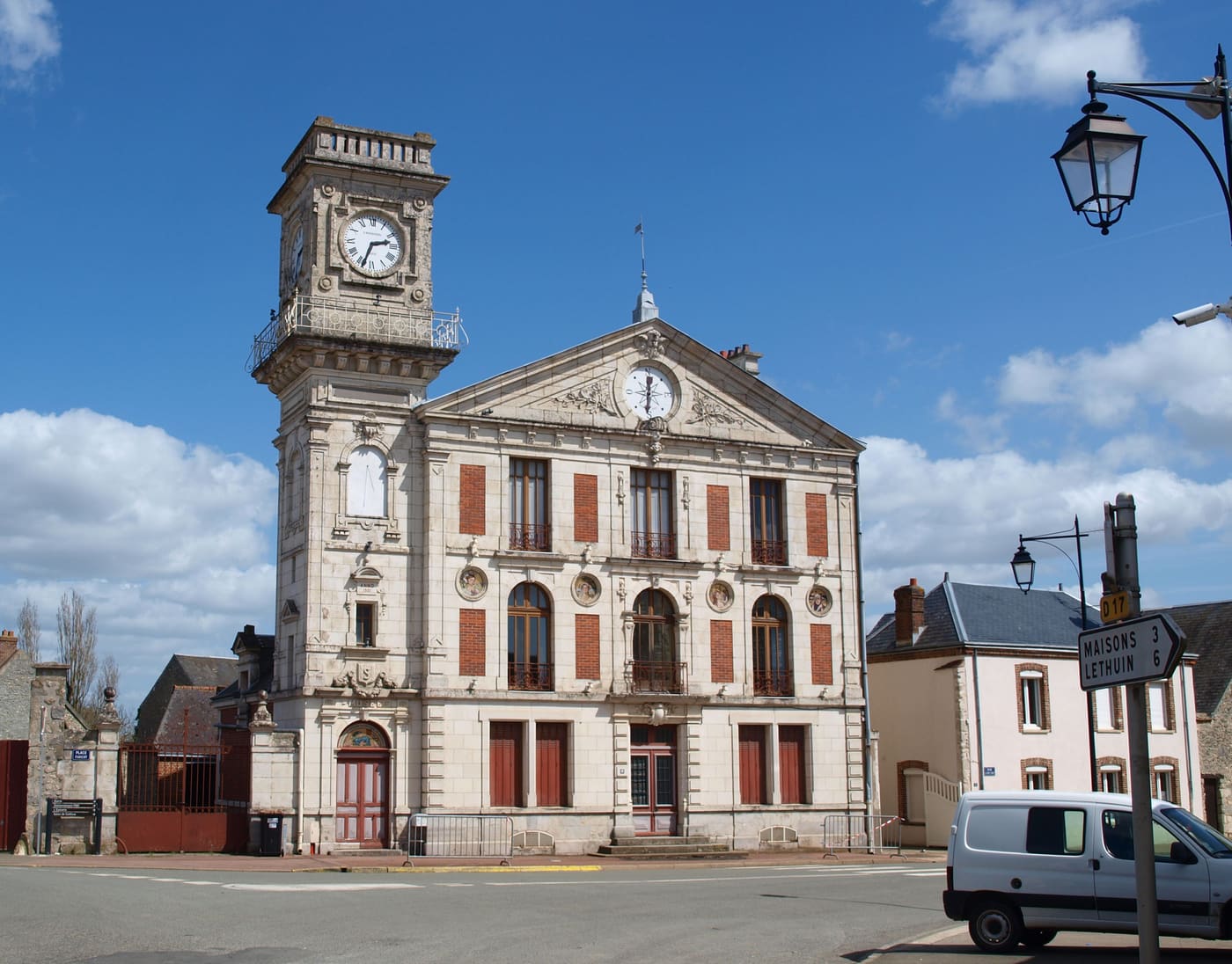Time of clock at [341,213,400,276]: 2:33
